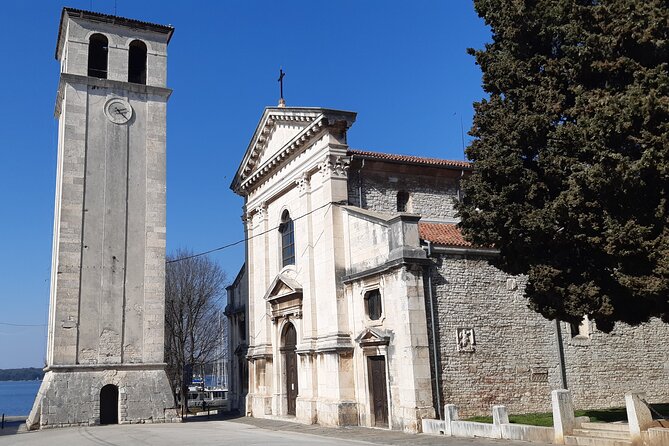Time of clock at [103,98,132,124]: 2:23
